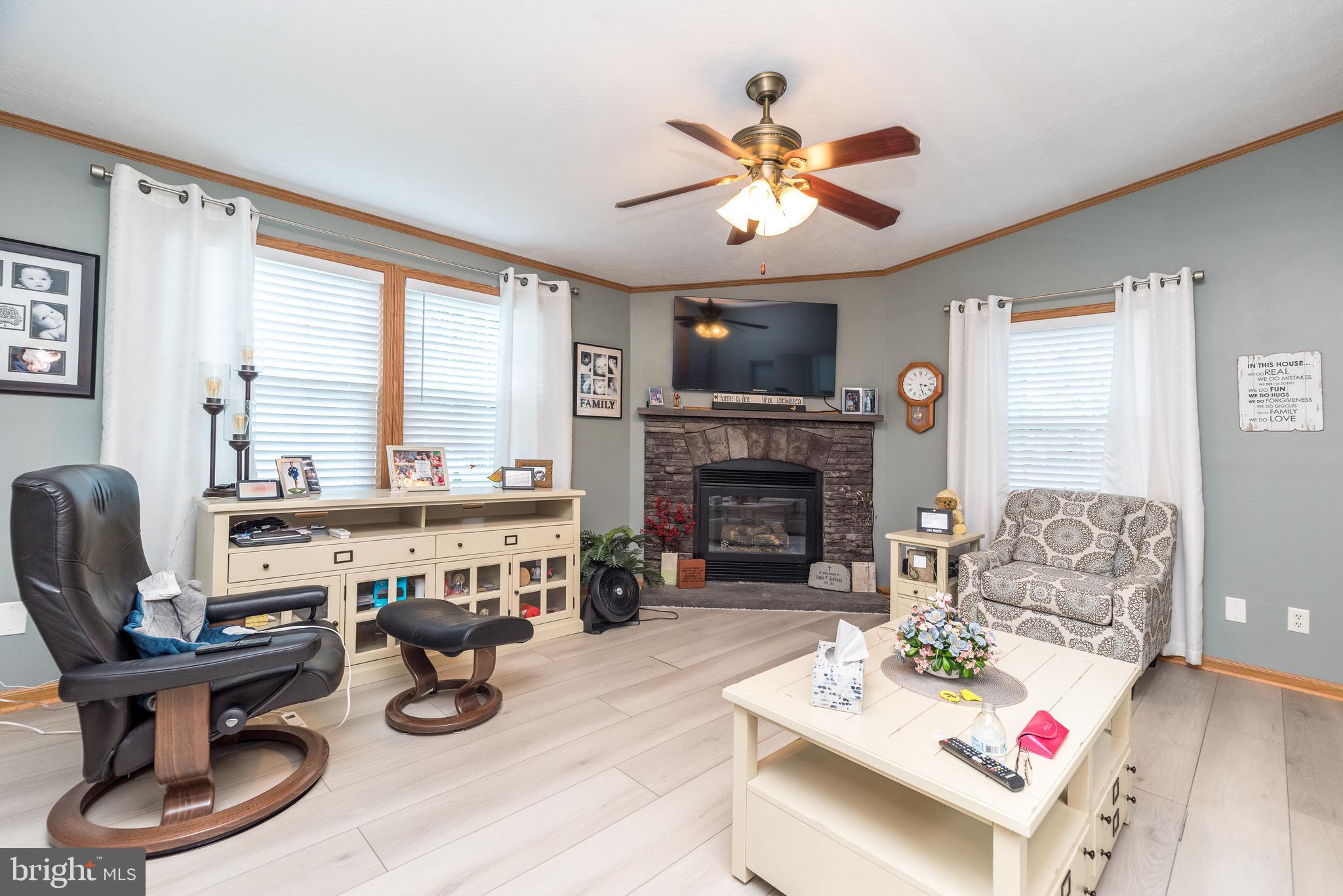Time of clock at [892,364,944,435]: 3:27
